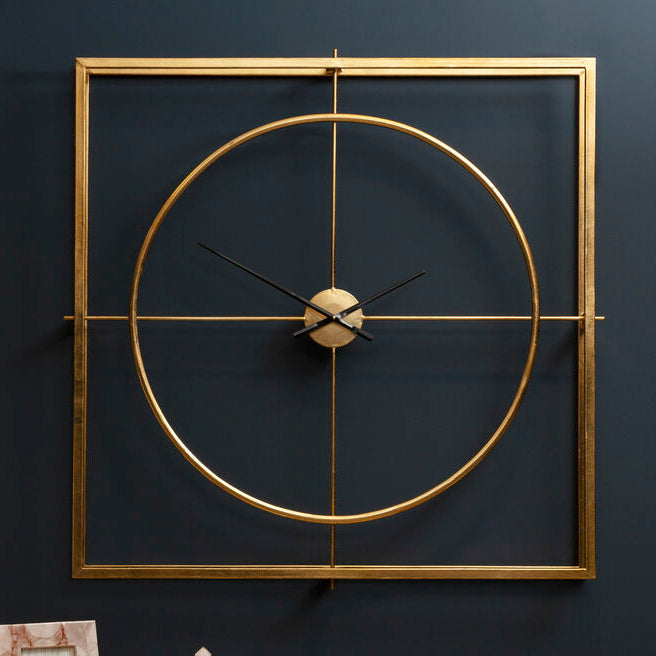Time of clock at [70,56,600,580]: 7:49
